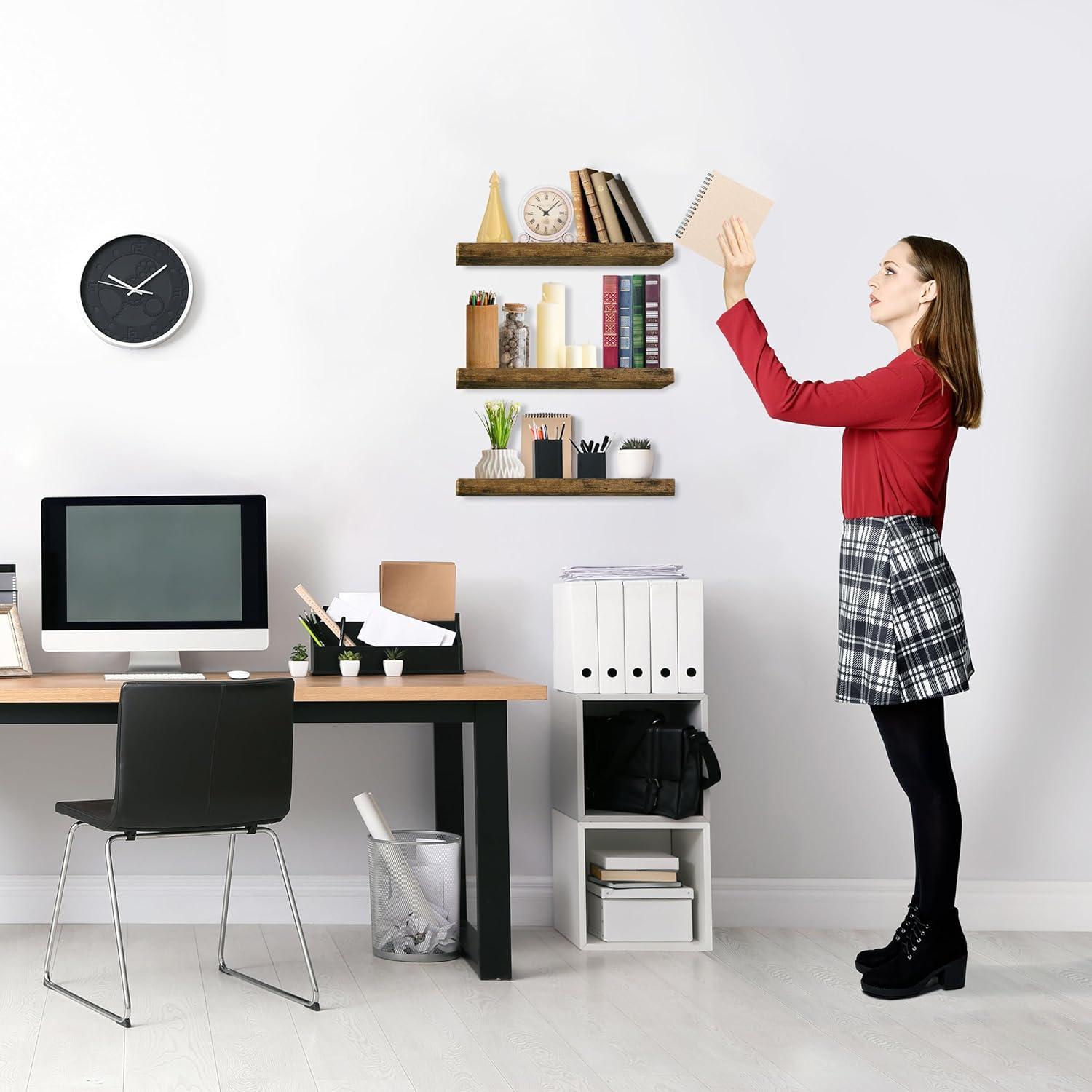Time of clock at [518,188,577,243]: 10:07
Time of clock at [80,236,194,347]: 10:08
